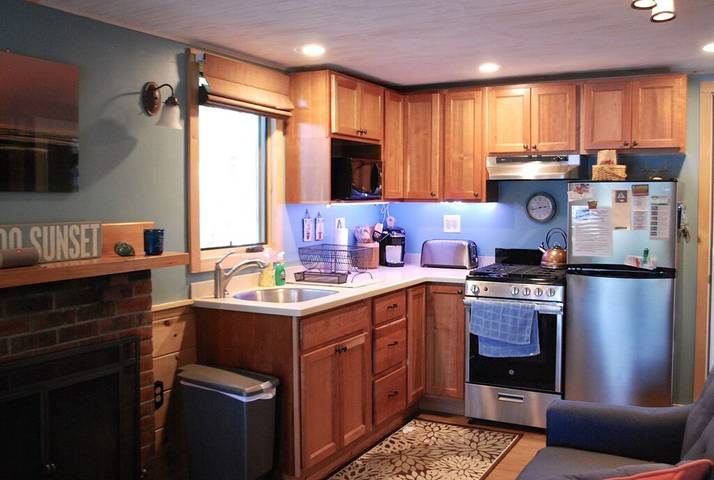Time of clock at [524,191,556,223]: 2:42
